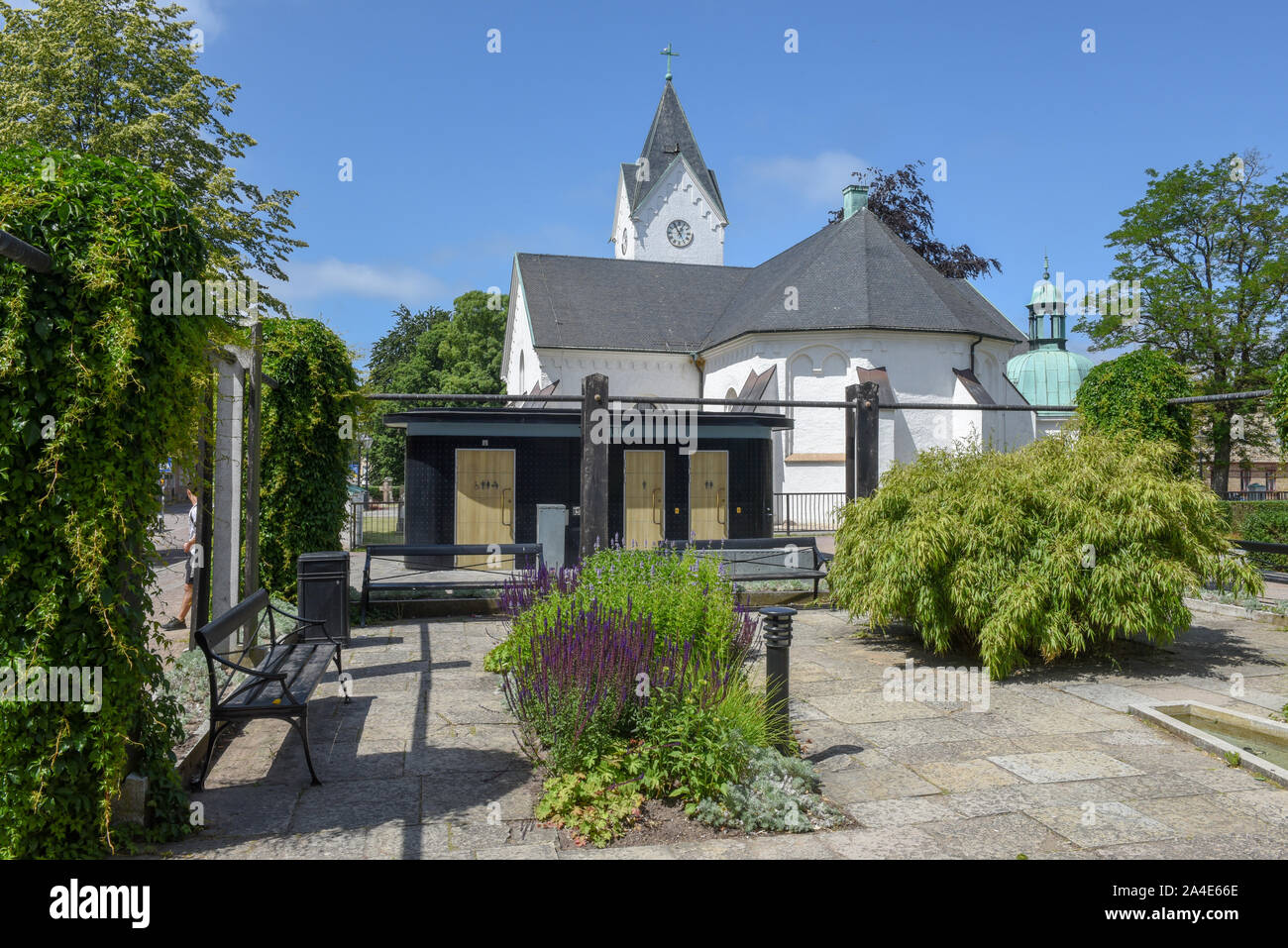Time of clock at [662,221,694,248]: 12:55
